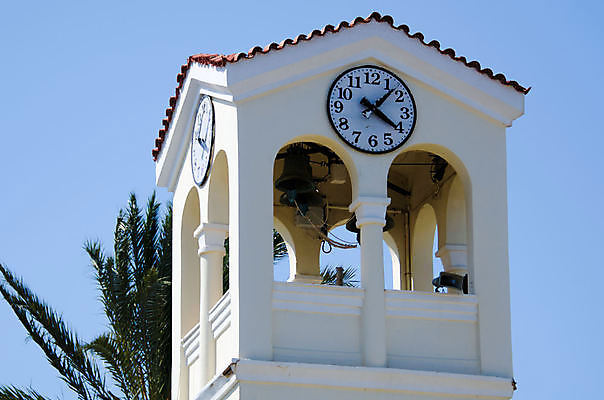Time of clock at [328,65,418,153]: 4:07
